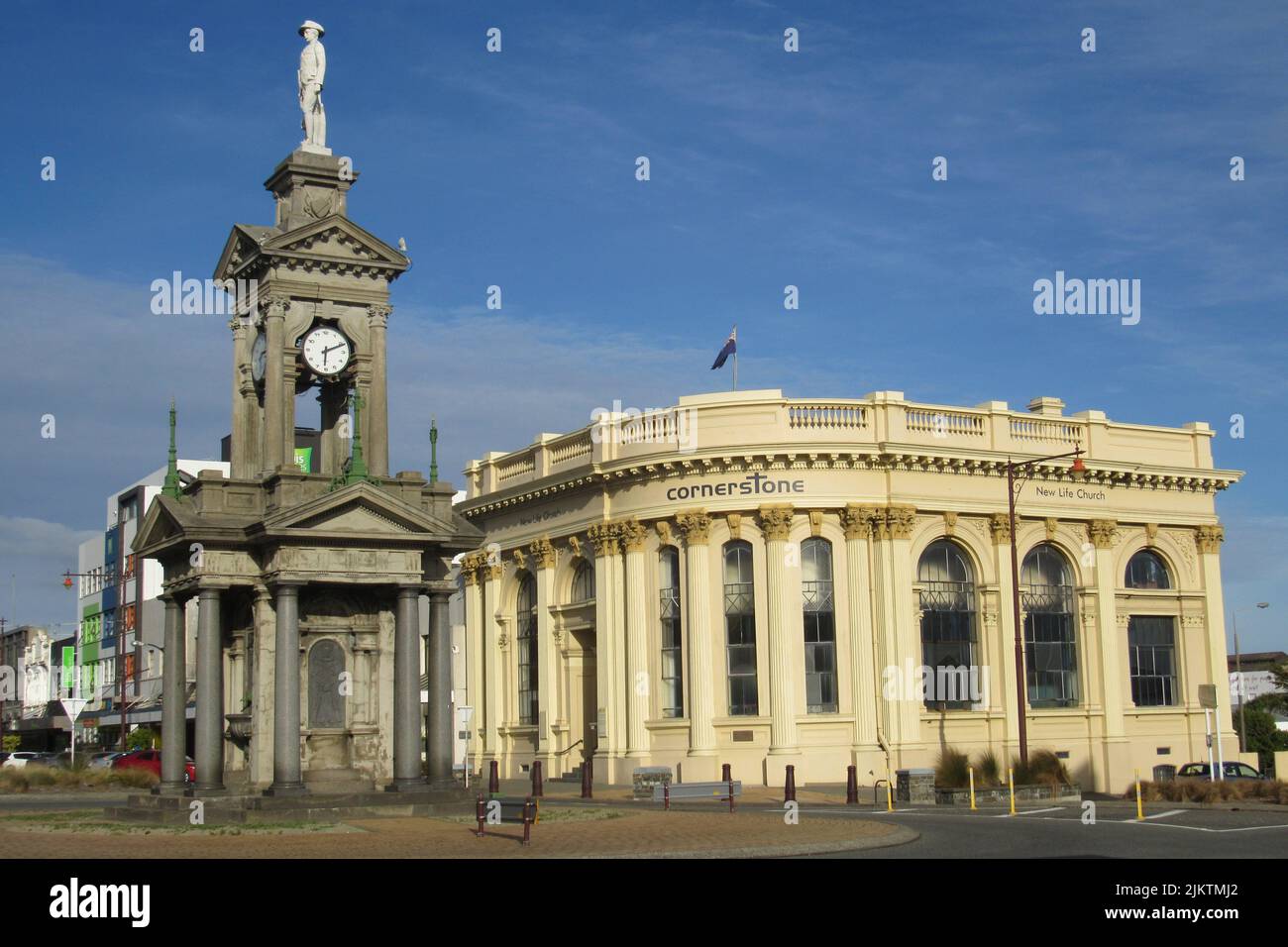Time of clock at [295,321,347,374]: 6:11
